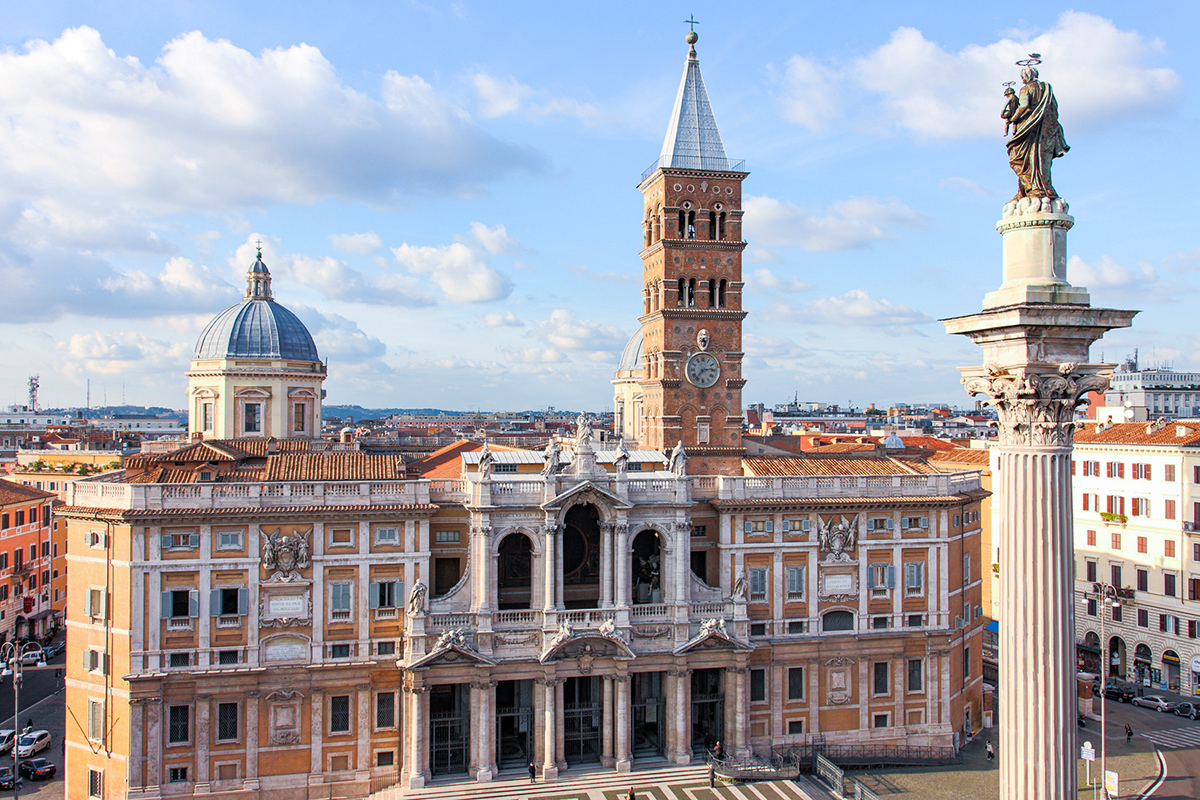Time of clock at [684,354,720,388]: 2:36
